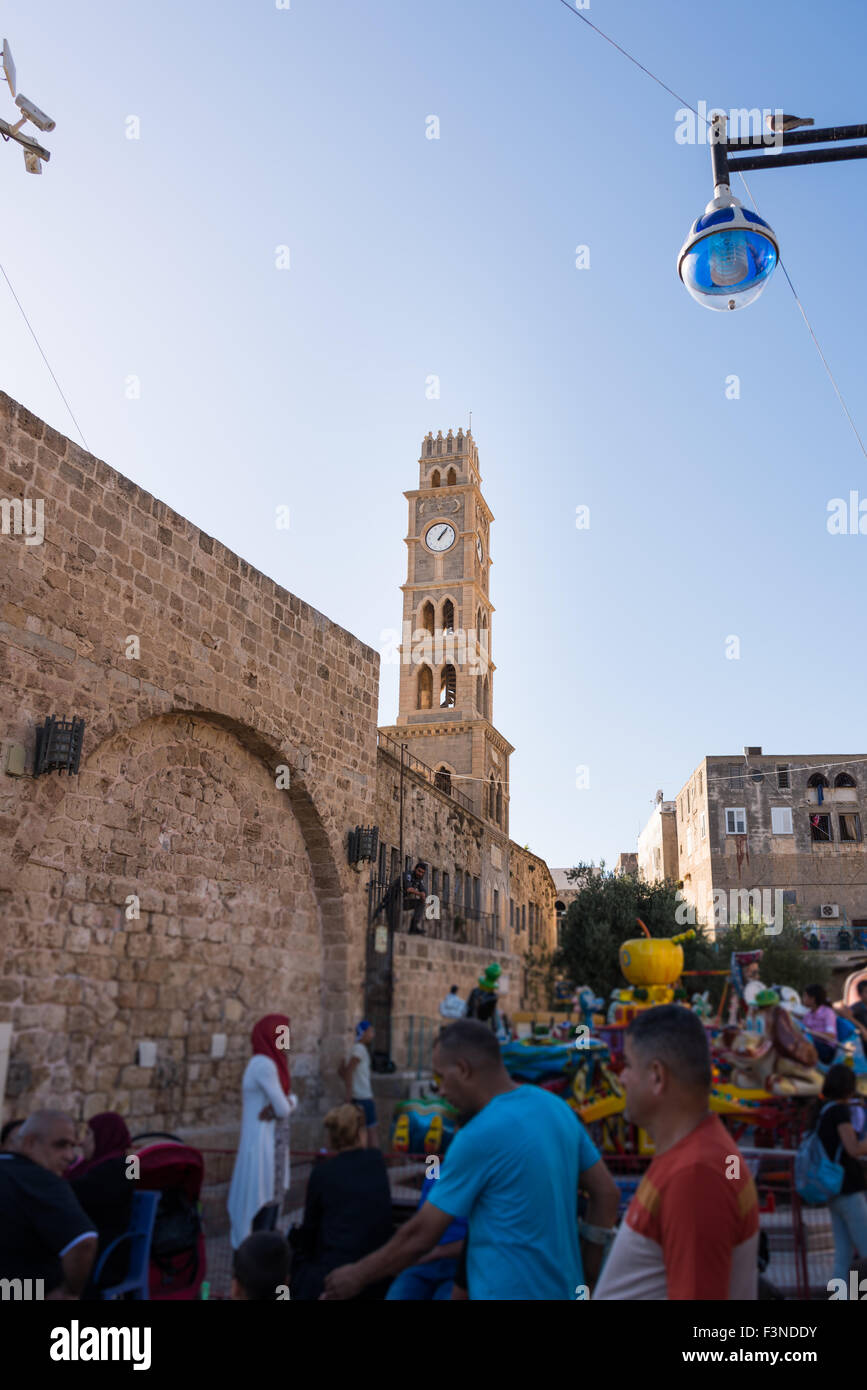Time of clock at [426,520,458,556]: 1:06
